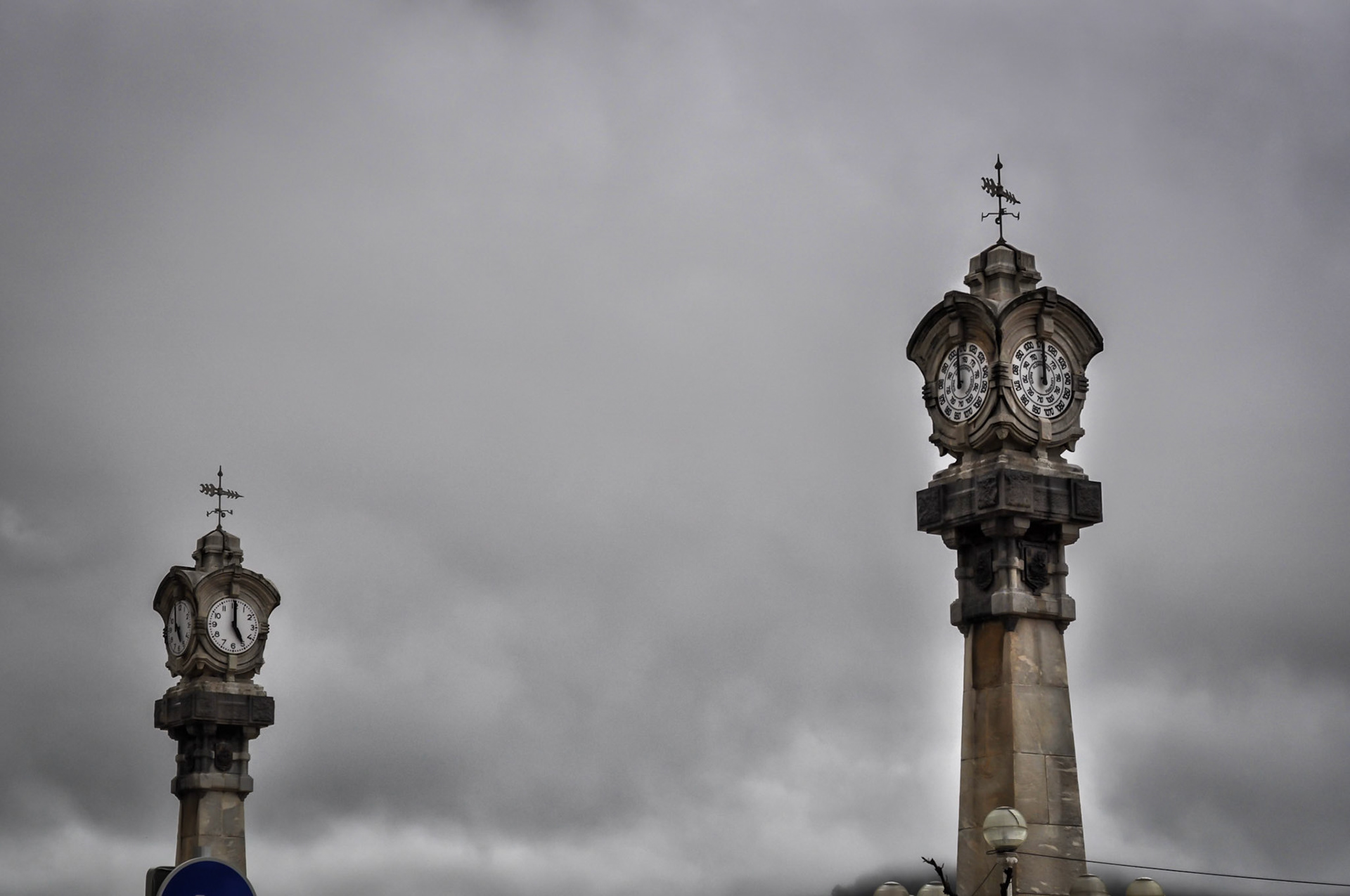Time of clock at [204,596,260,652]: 5:00
